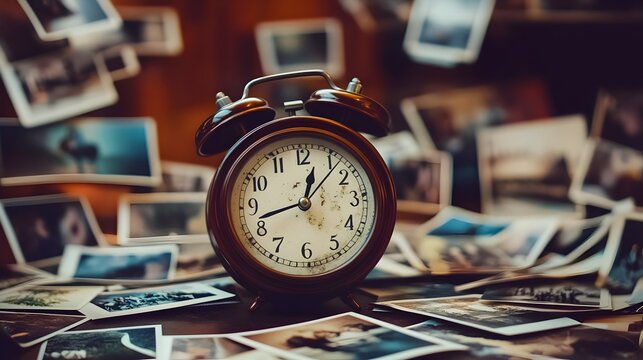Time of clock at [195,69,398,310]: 12:42
